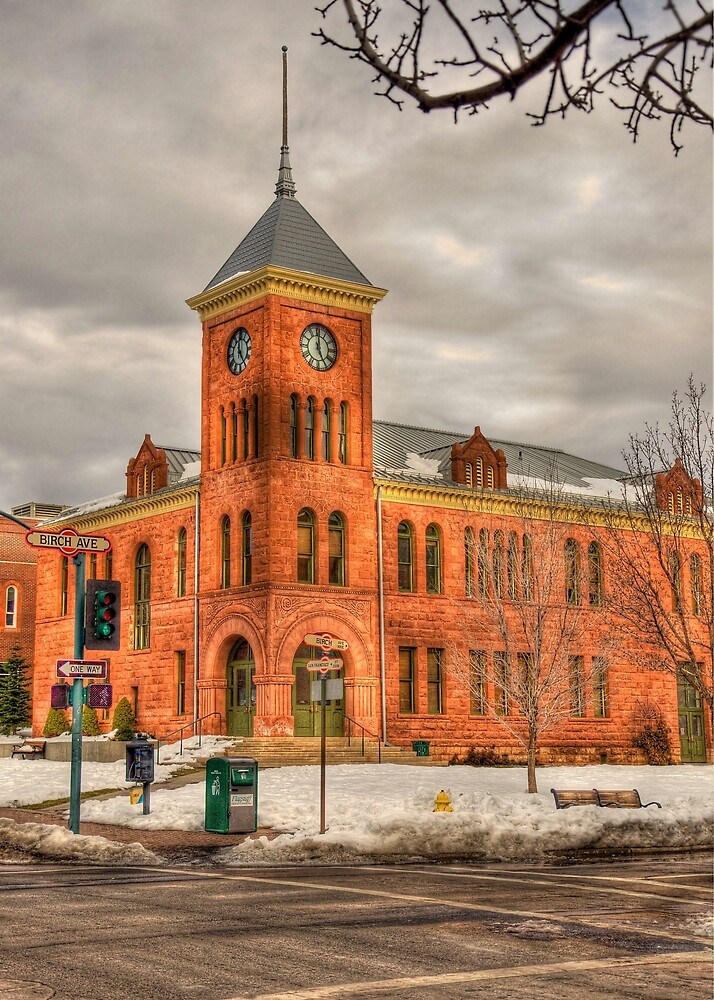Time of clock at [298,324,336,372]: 4:59
